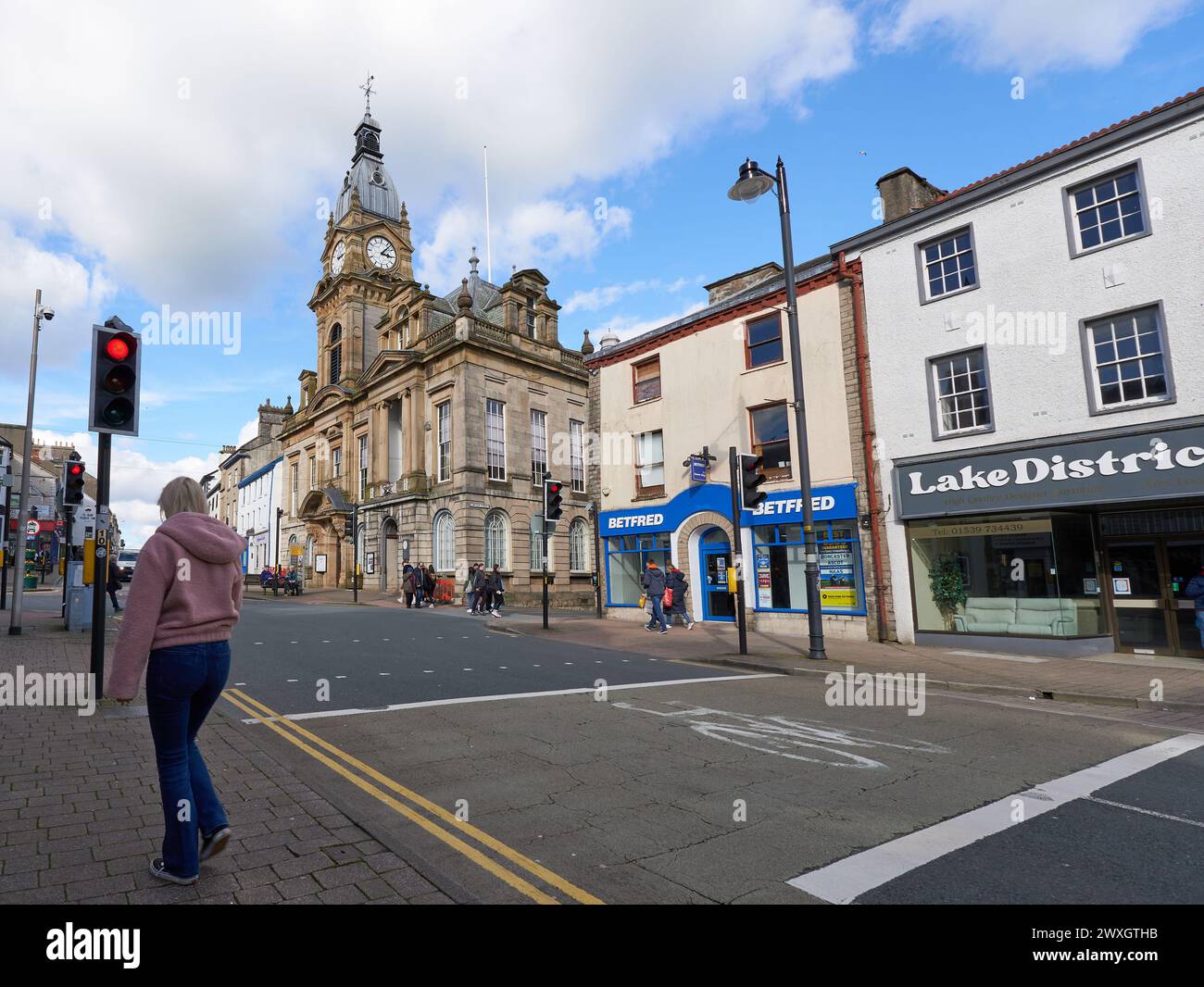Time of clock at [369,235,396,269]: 3:06
